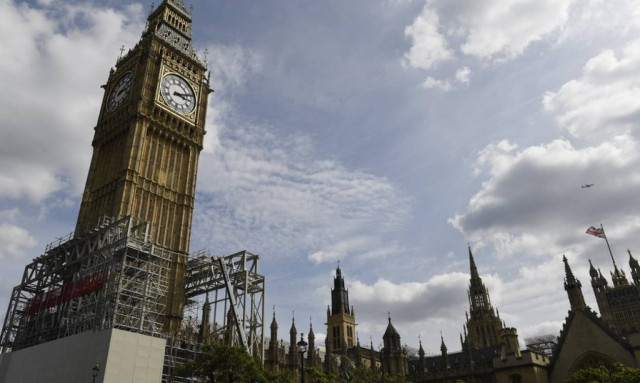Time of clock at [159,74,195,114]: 3:11
